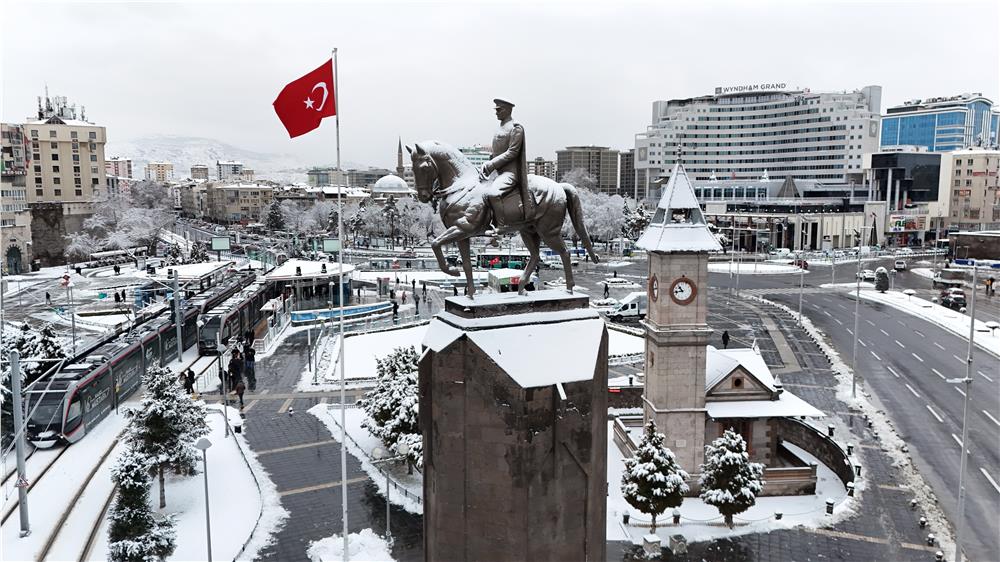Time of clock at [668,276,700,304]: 10:43
